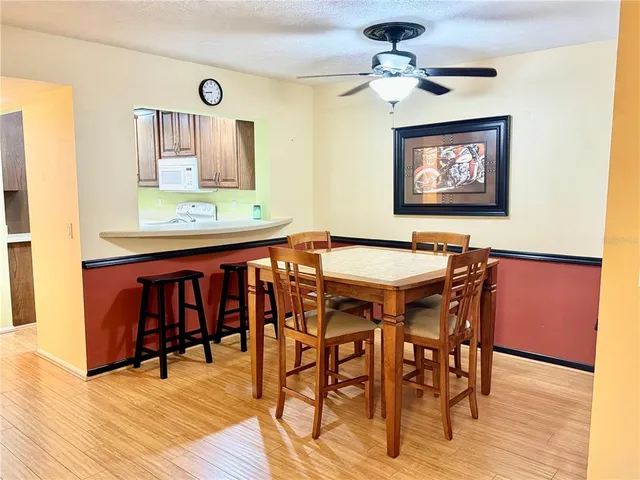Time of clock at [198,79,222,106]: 8:43
